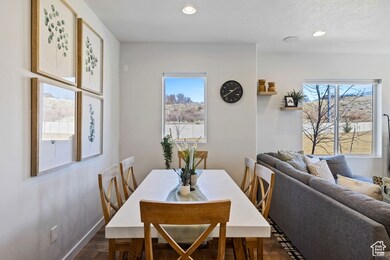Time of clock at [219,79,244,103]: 1:39
